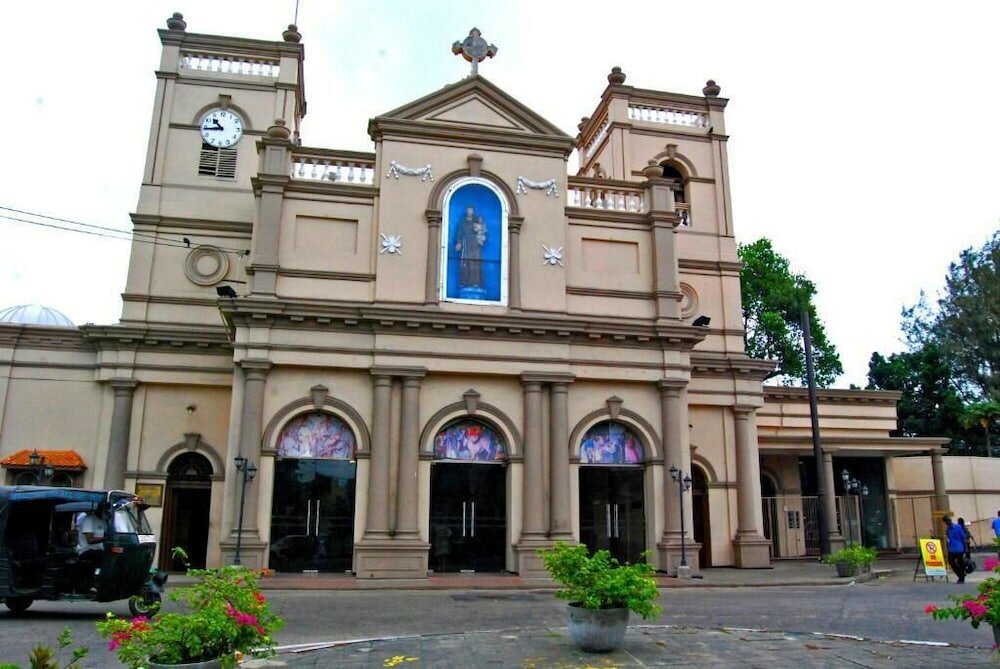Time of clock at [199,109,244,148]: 10:44
